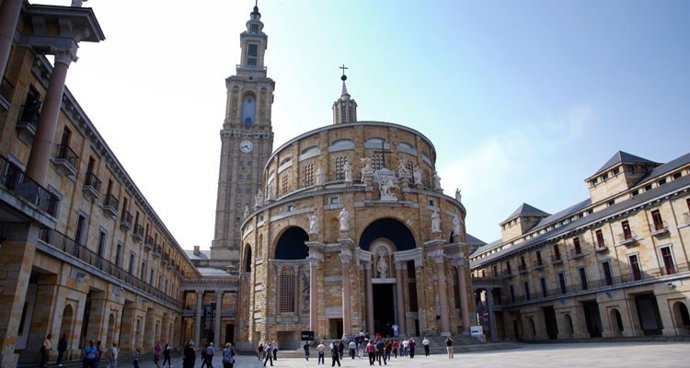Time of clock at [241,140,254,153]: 4:41
